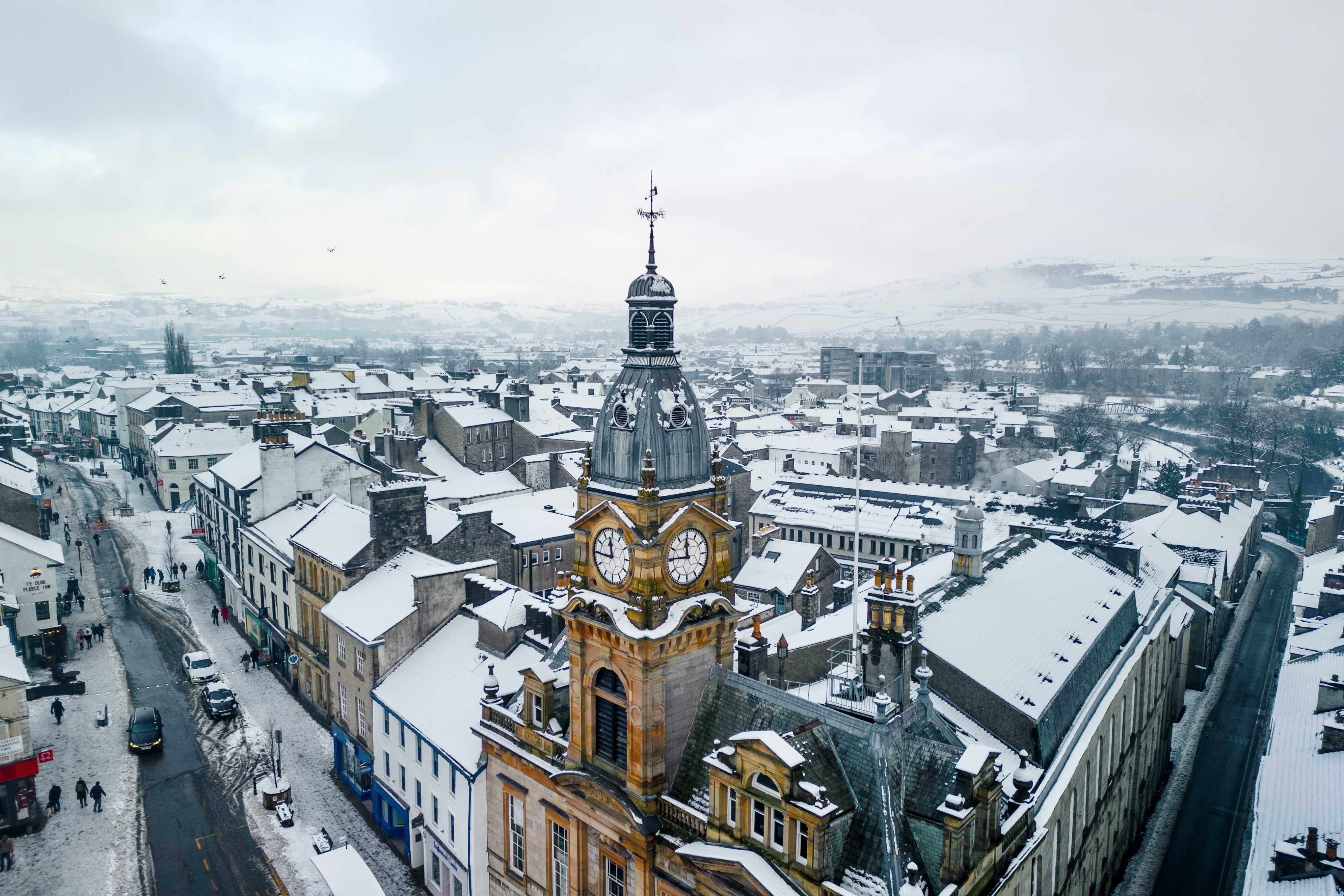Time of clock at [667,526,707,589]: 11:45
